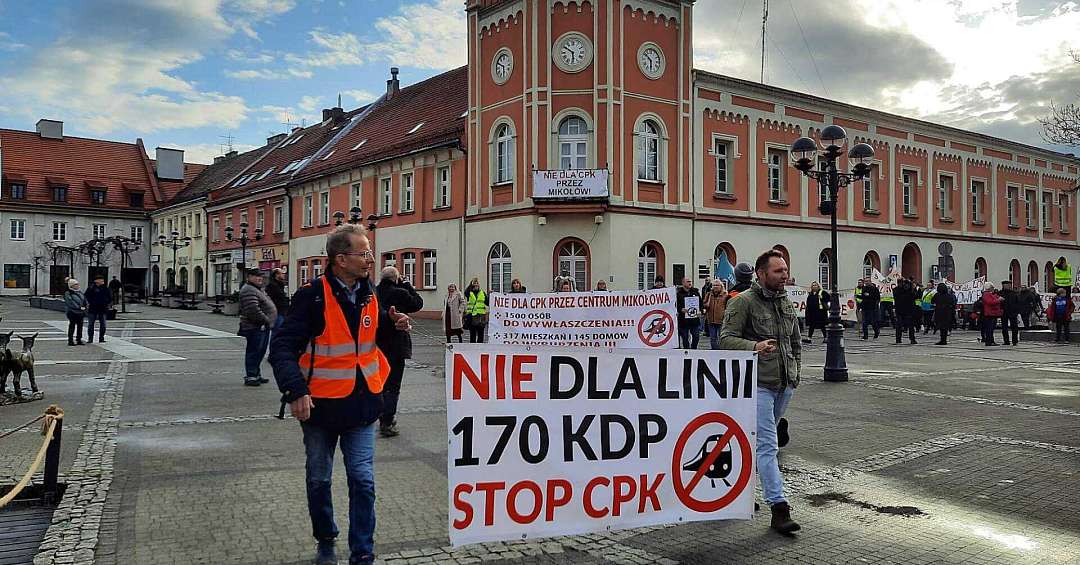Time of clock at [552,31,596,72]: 5:50
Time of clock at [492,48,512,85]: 5:49
